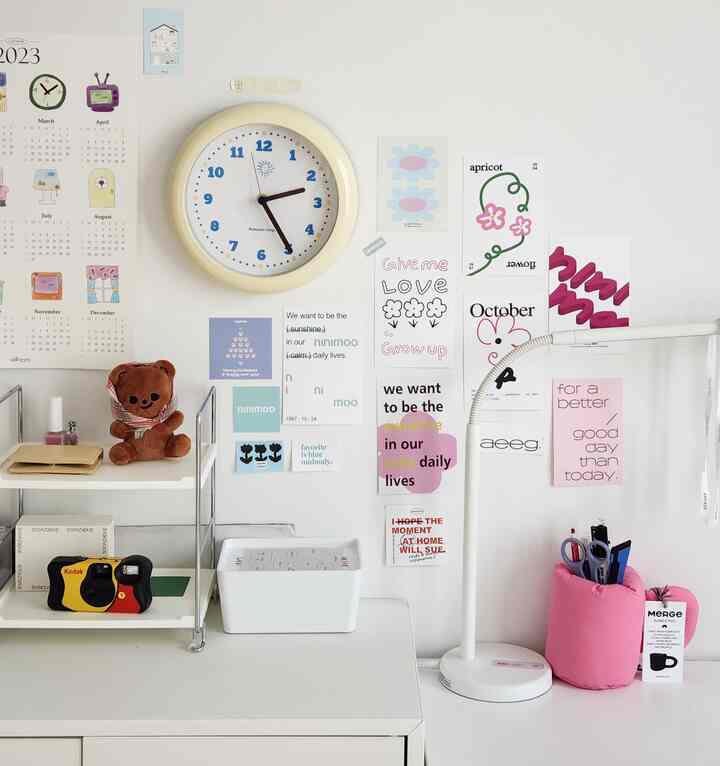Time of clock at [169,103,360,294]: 2:24
